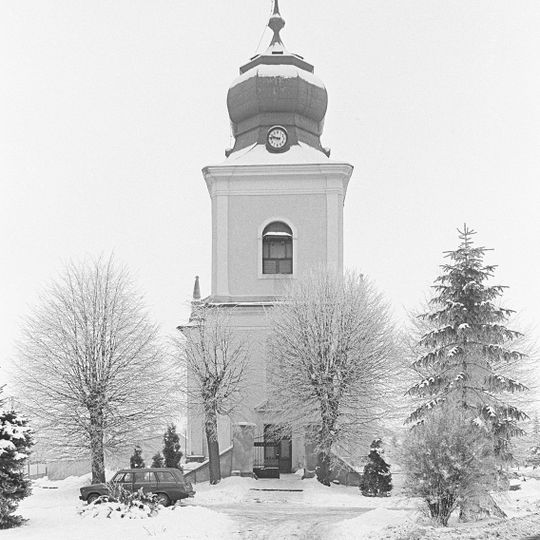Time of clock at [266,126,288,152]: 9:45
